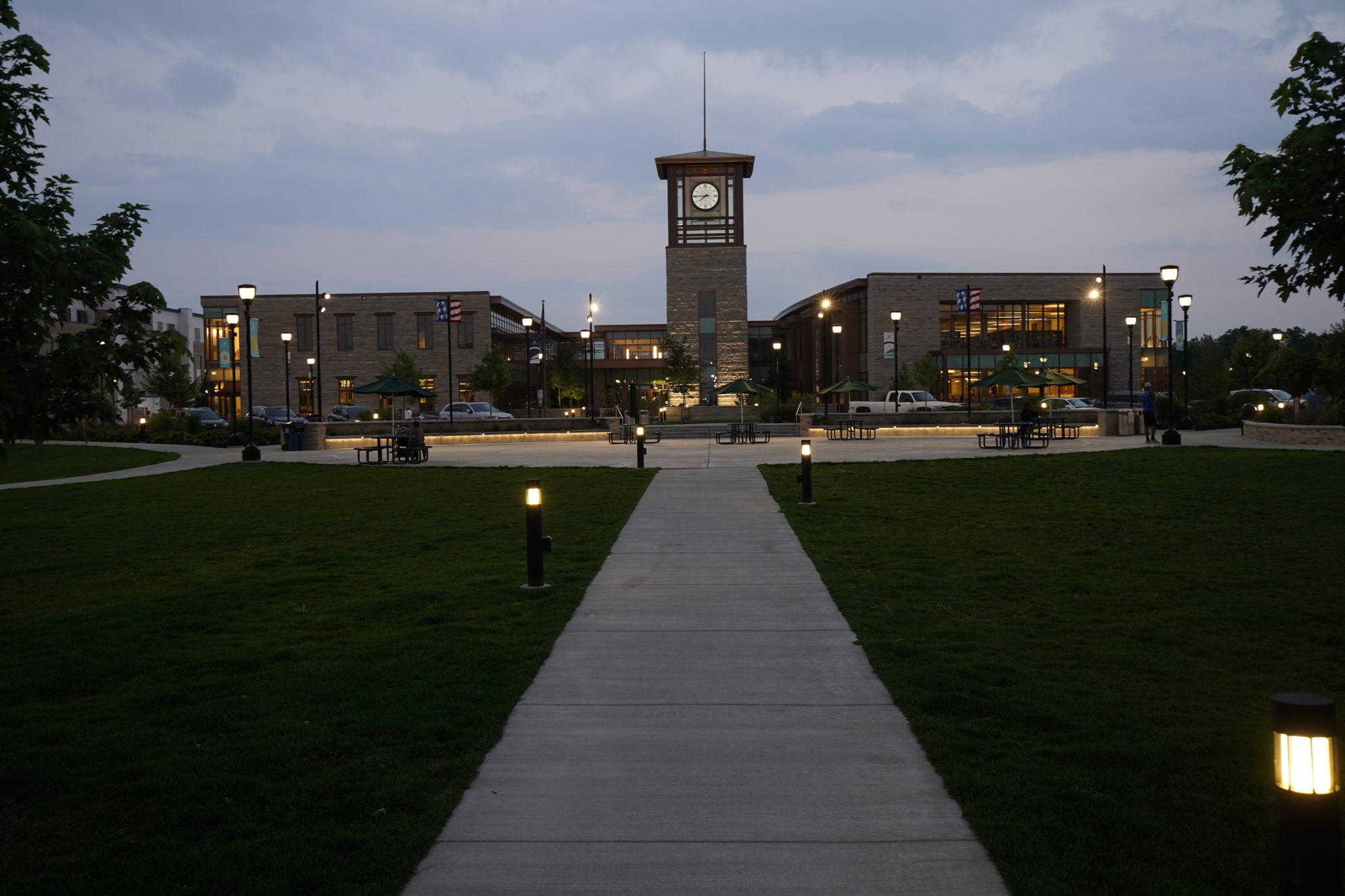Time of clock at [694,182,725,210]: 7:44
